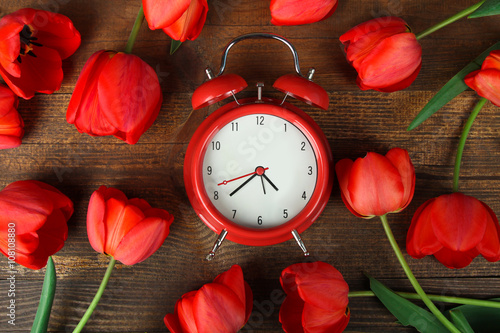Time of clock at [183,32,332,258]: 4:37
